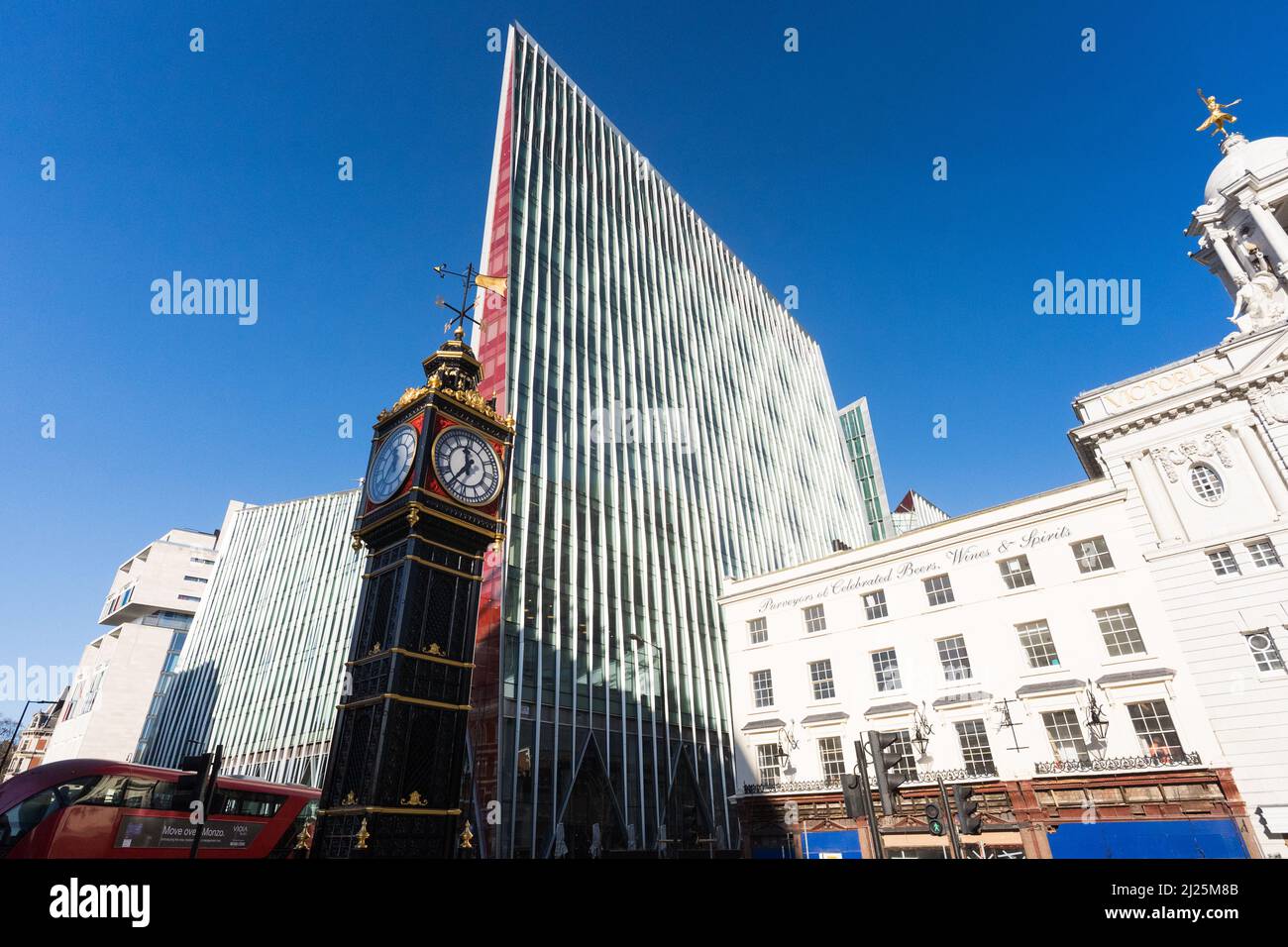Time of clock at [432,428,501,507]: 11:35
